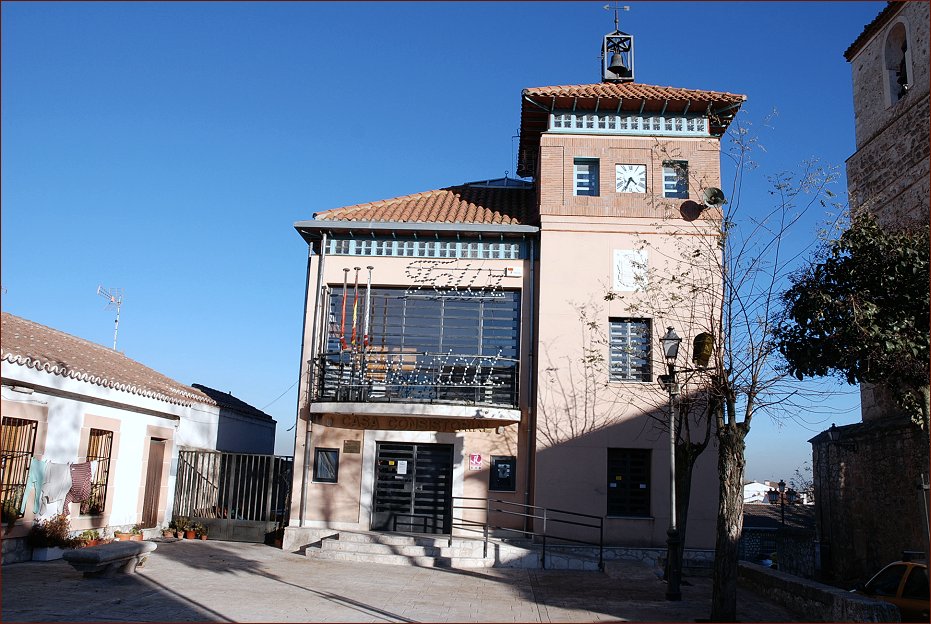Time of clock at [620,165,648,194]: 4:34
